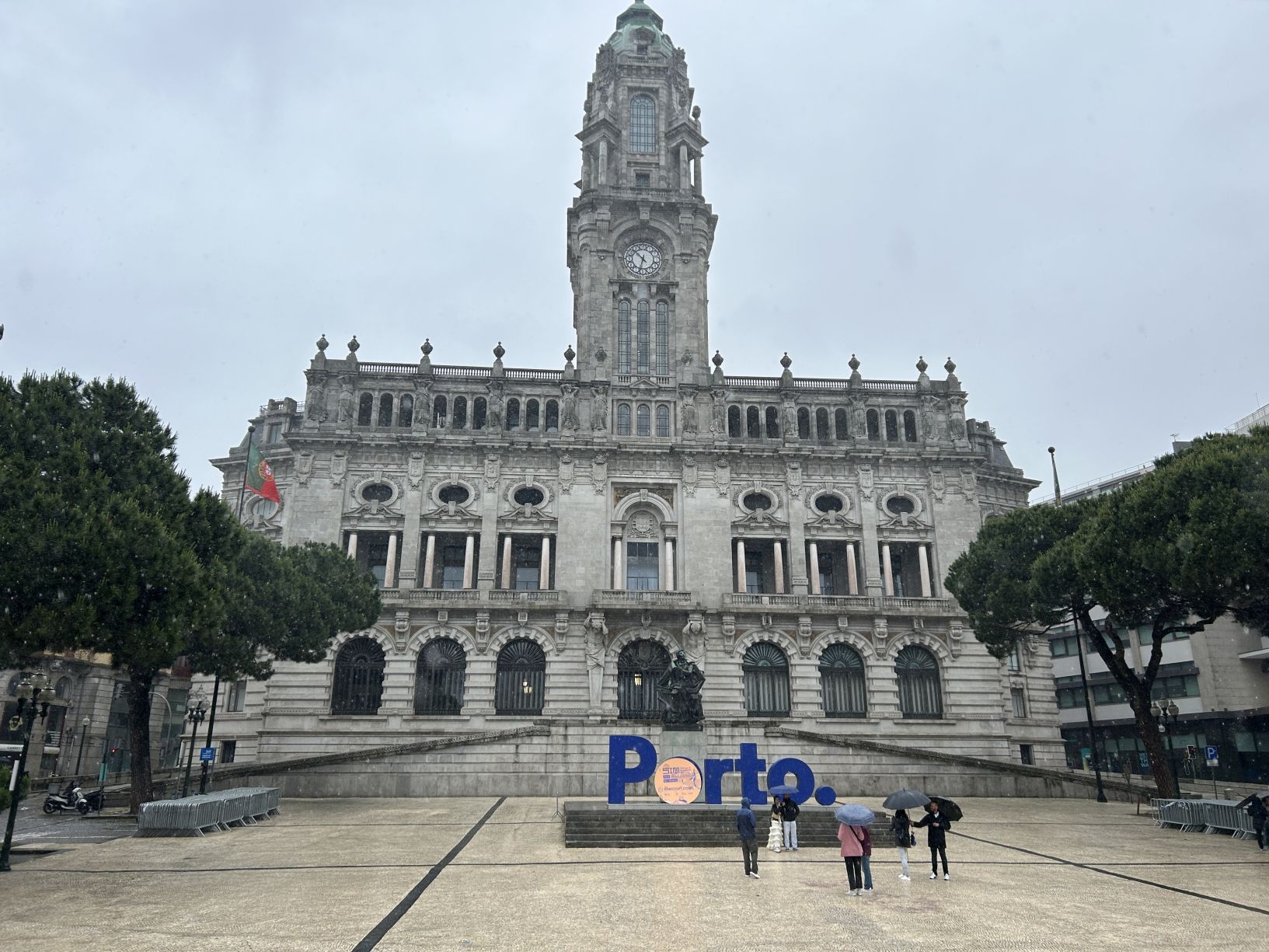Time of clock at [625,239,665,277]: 10:32
